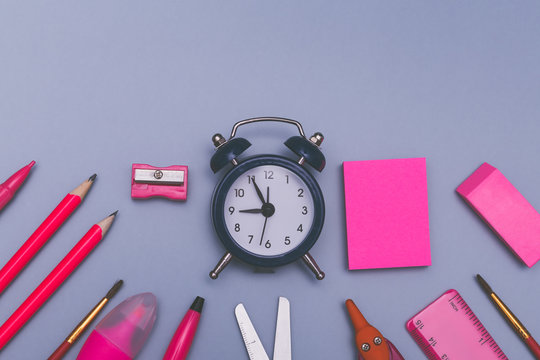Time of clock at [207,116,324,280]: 8:55
